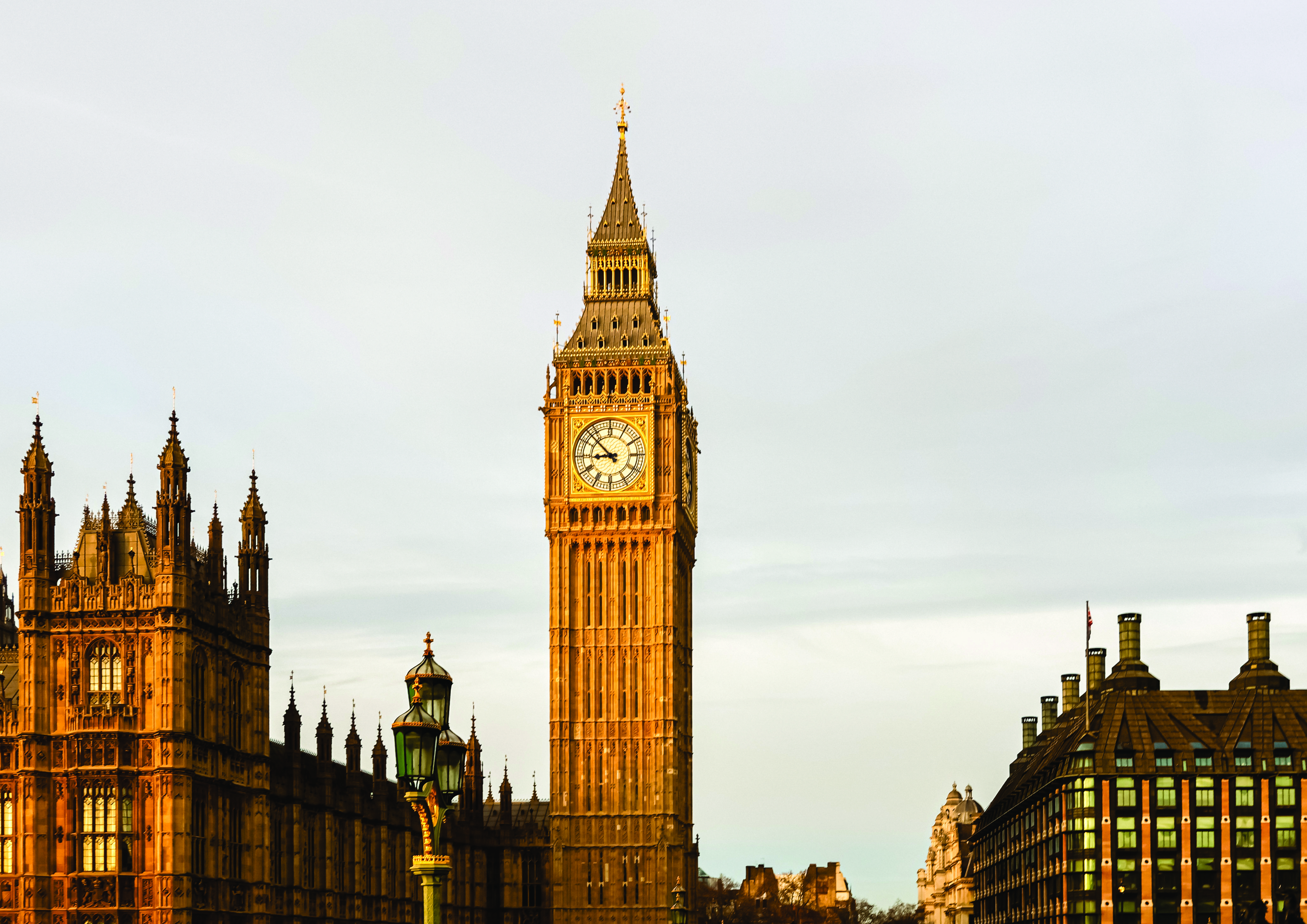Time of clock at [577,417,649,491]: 8:52
